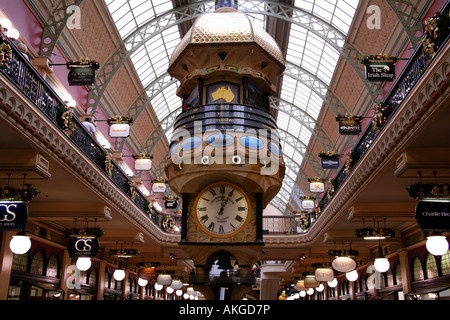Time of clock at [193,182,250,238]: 12:04
